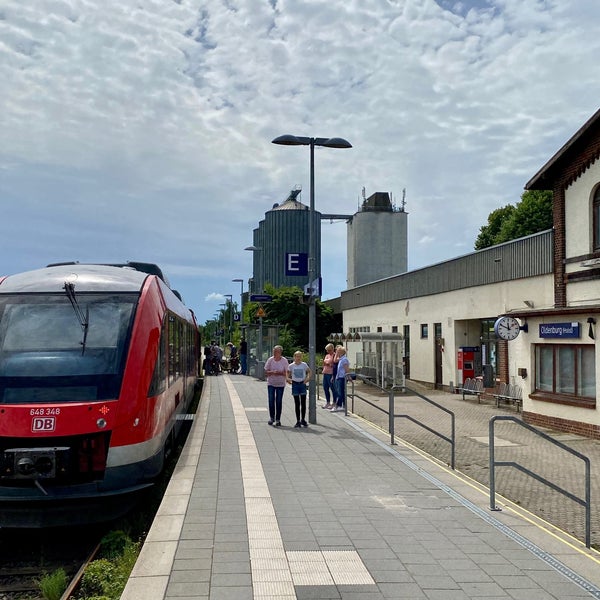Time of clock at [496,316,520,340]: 11:49
